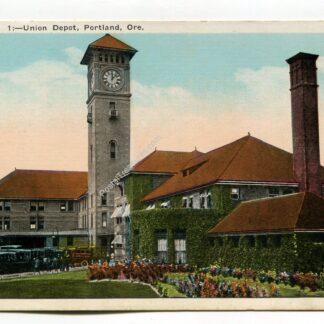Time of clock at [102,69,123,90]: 12:07
